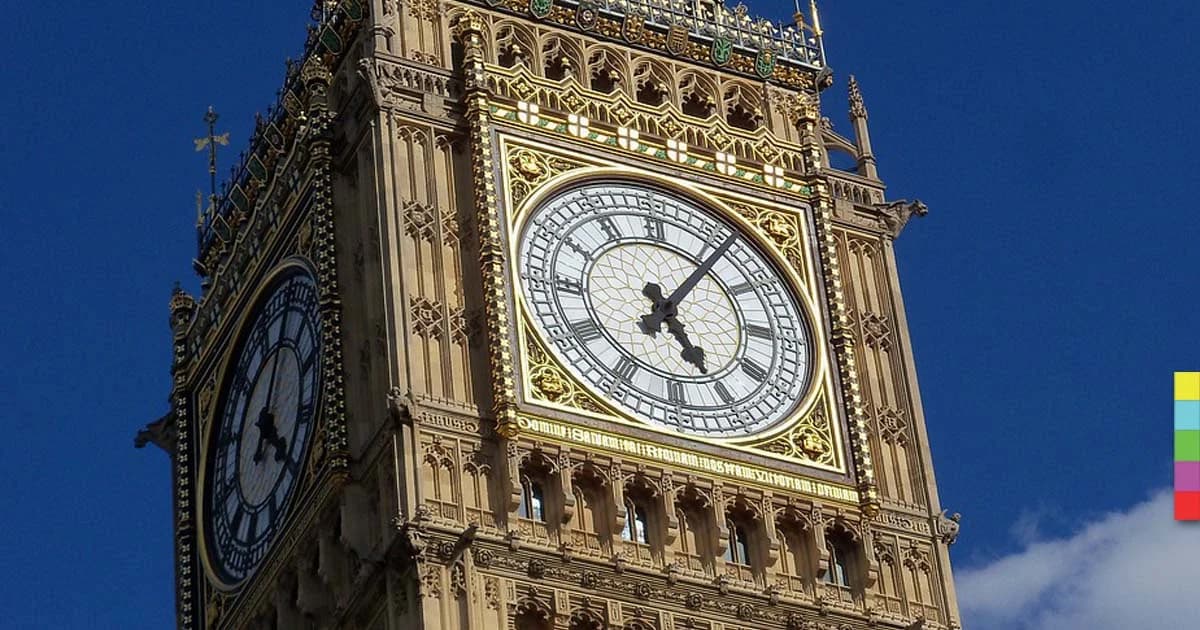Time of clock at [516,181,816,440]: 5:06
